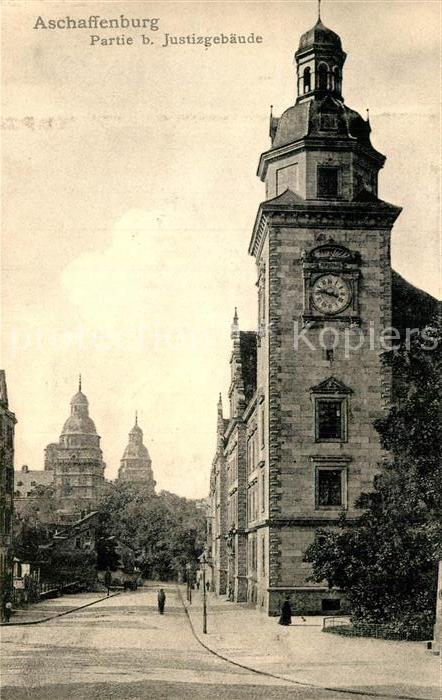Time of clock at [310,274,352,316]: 3:46
